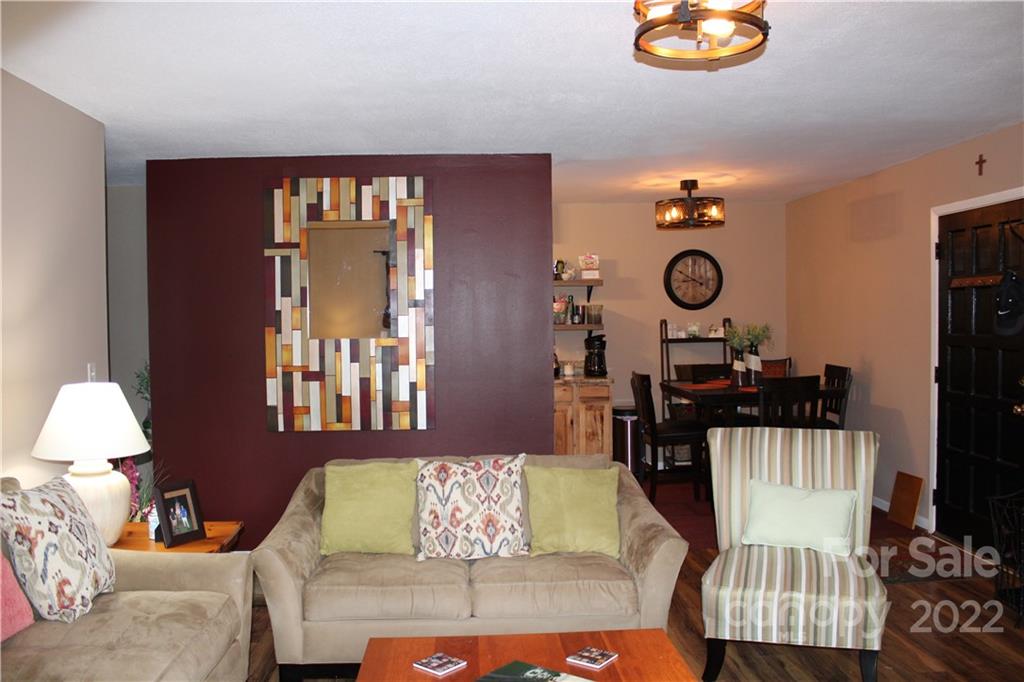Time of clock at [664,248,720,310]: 8:49
